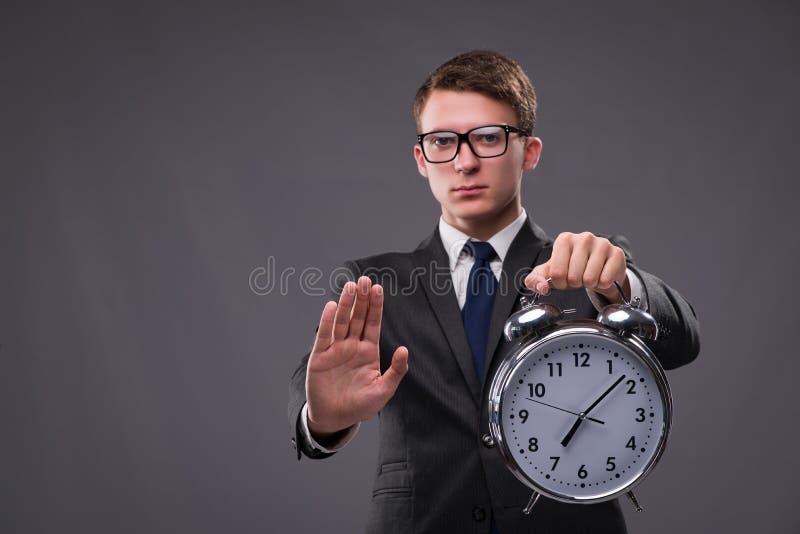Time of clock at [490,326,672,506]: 7:08
